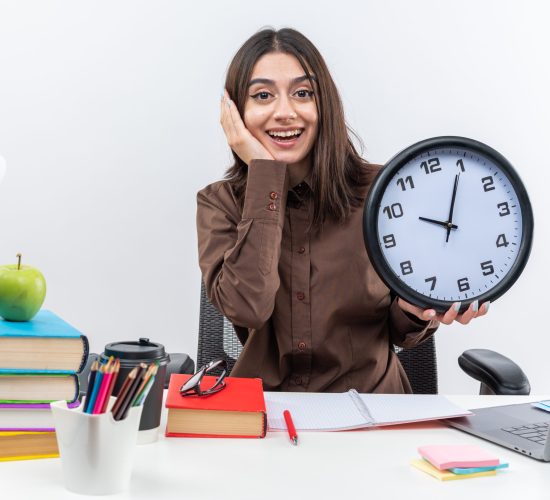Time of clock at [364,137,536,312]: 10:04
